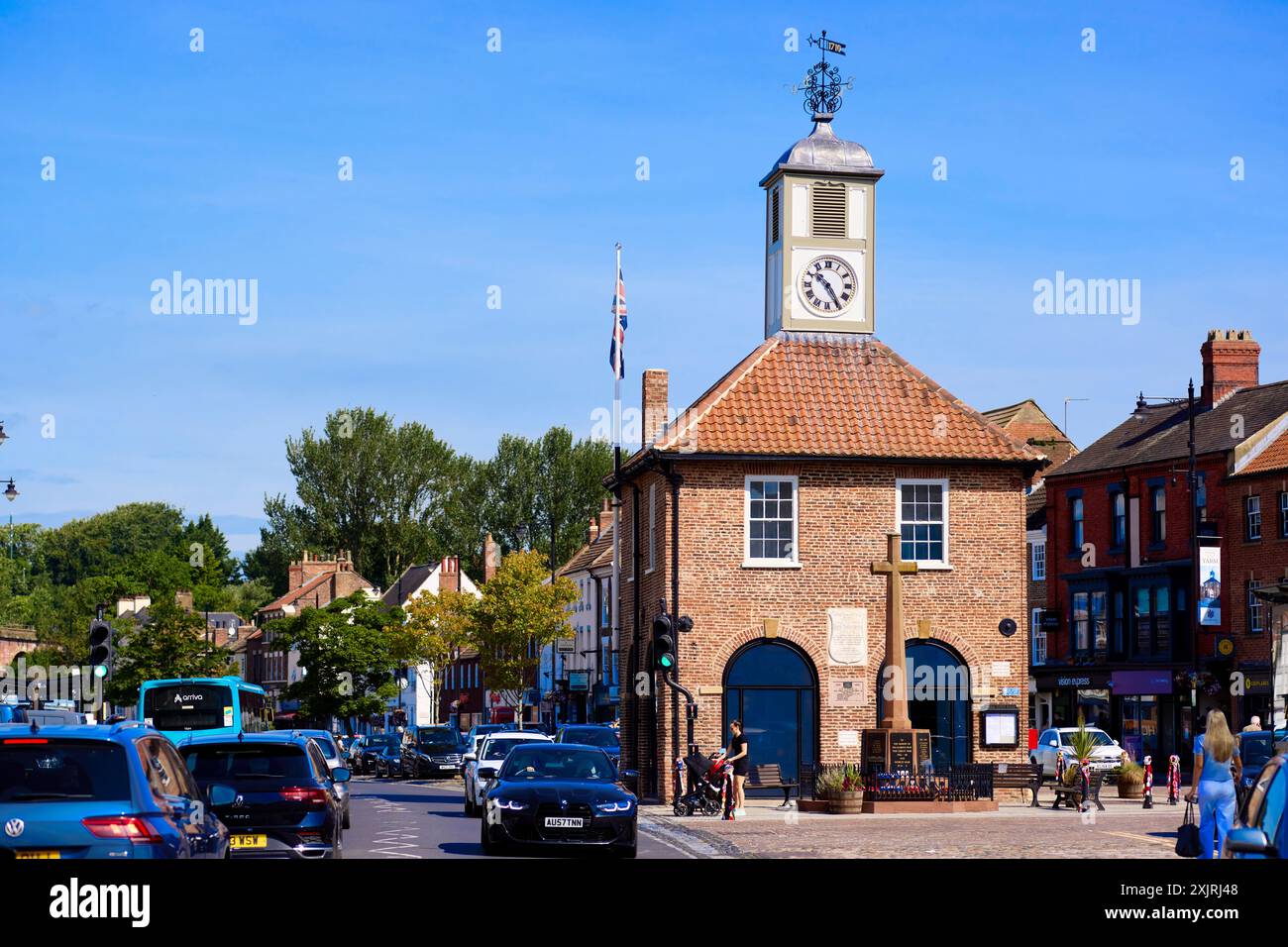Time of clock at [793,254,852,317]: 10:24
